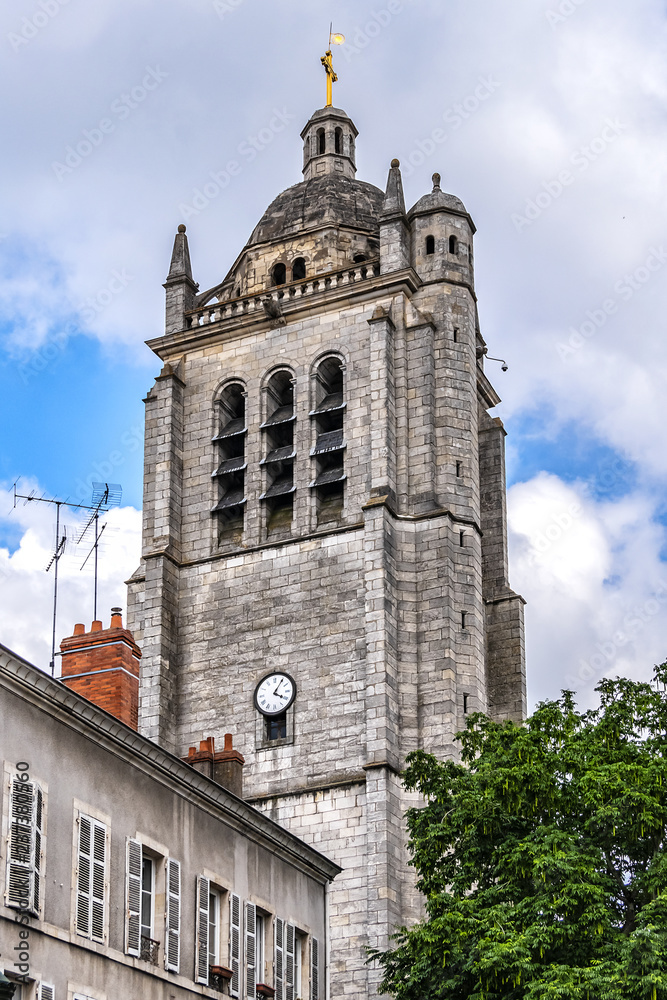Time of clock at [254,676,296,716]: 4:05
